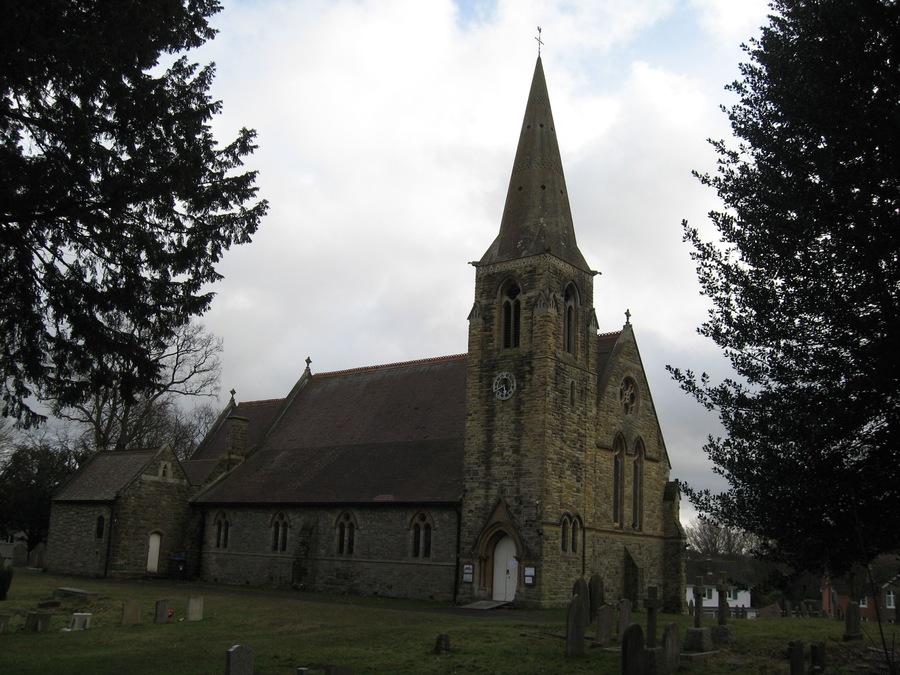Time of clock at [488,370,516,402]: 5:40
